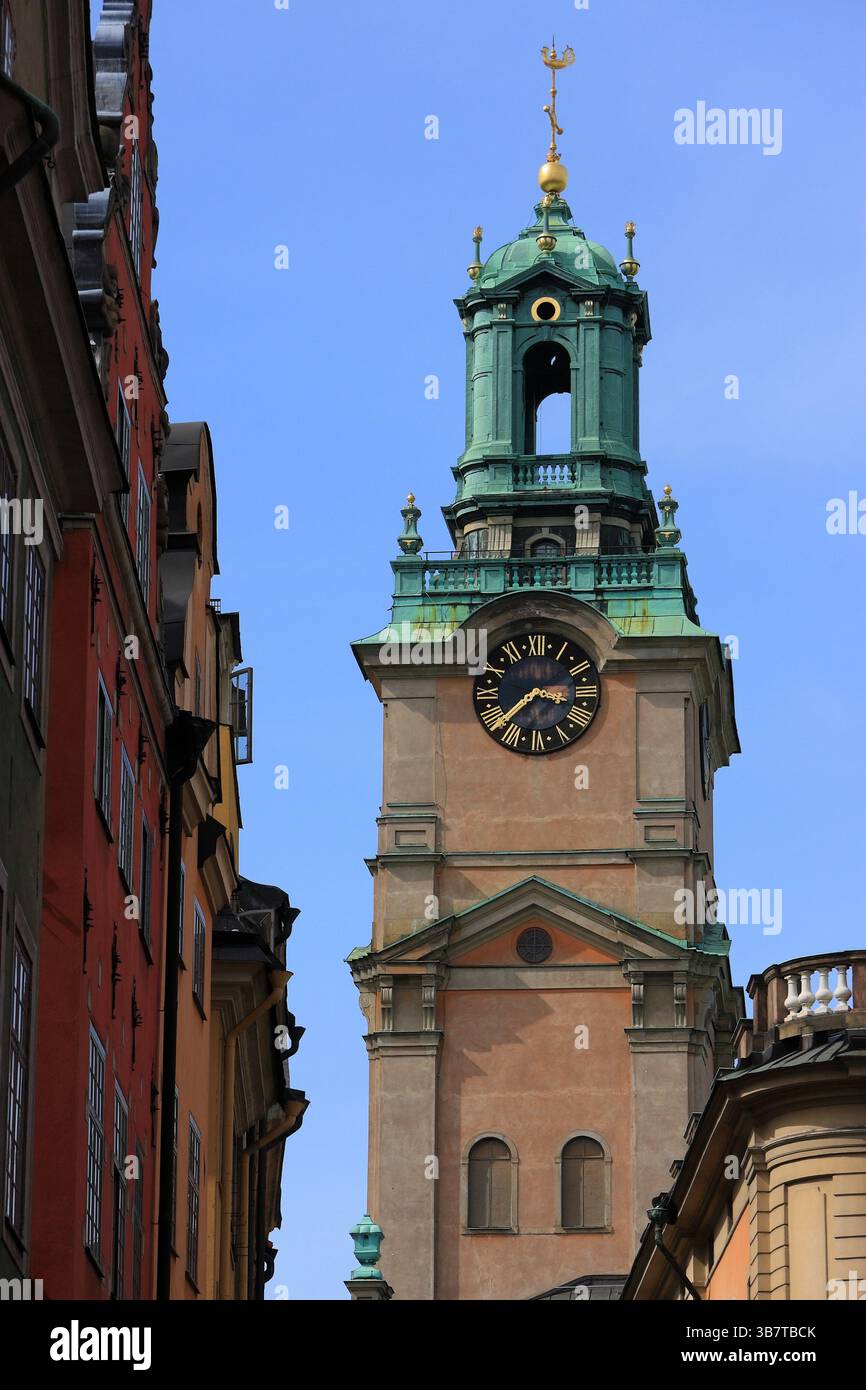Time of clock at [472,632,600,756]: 3:38
